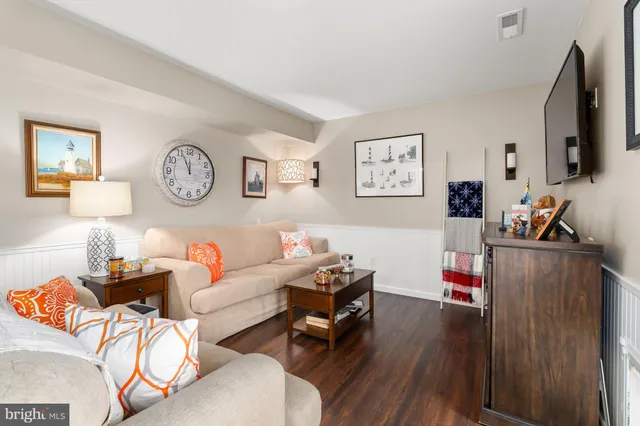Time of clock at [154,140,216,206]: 11:56
